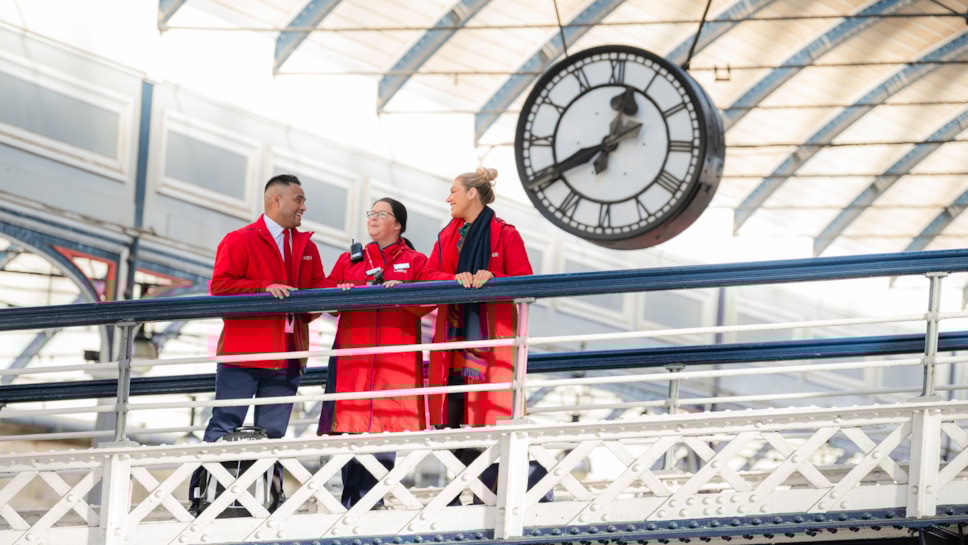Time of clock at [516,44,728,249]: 12:40
